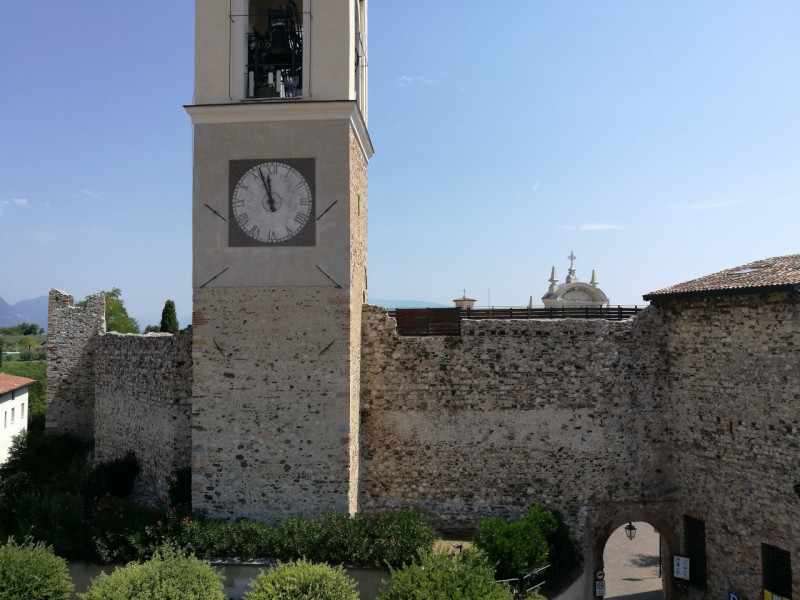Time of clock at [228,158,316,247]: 11:56
